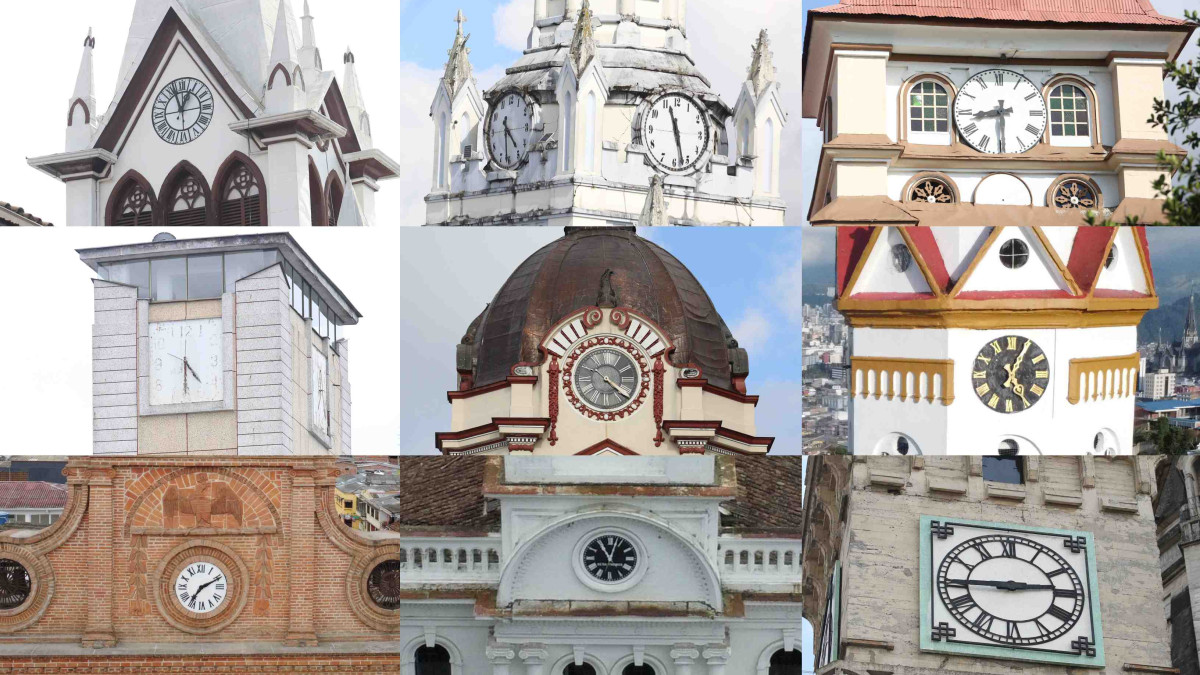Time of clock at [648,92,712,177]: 11:27
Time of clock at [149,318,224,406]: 4:31
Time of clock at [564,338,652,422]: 4:21
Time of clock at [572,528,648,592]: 11:02
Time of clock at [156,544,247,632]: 7:10
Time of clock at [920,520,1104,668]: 2:44
